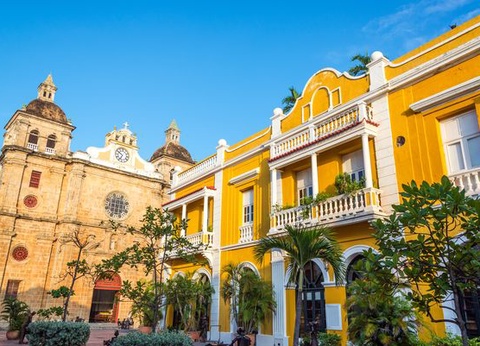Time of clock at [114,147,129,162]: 6:50
